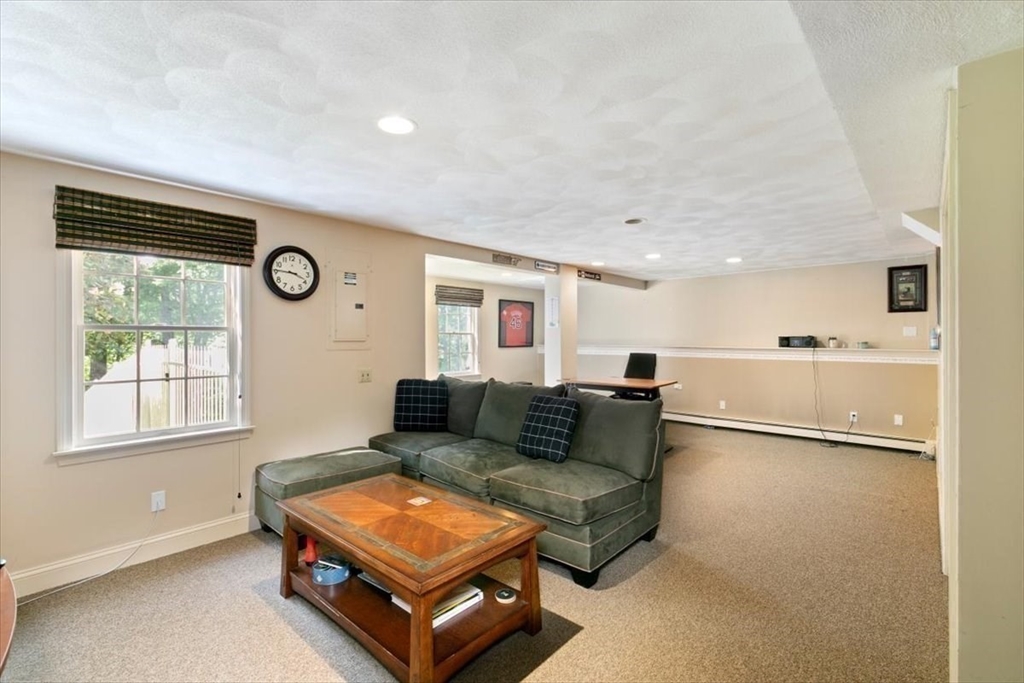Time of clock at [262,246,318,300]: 3:45
